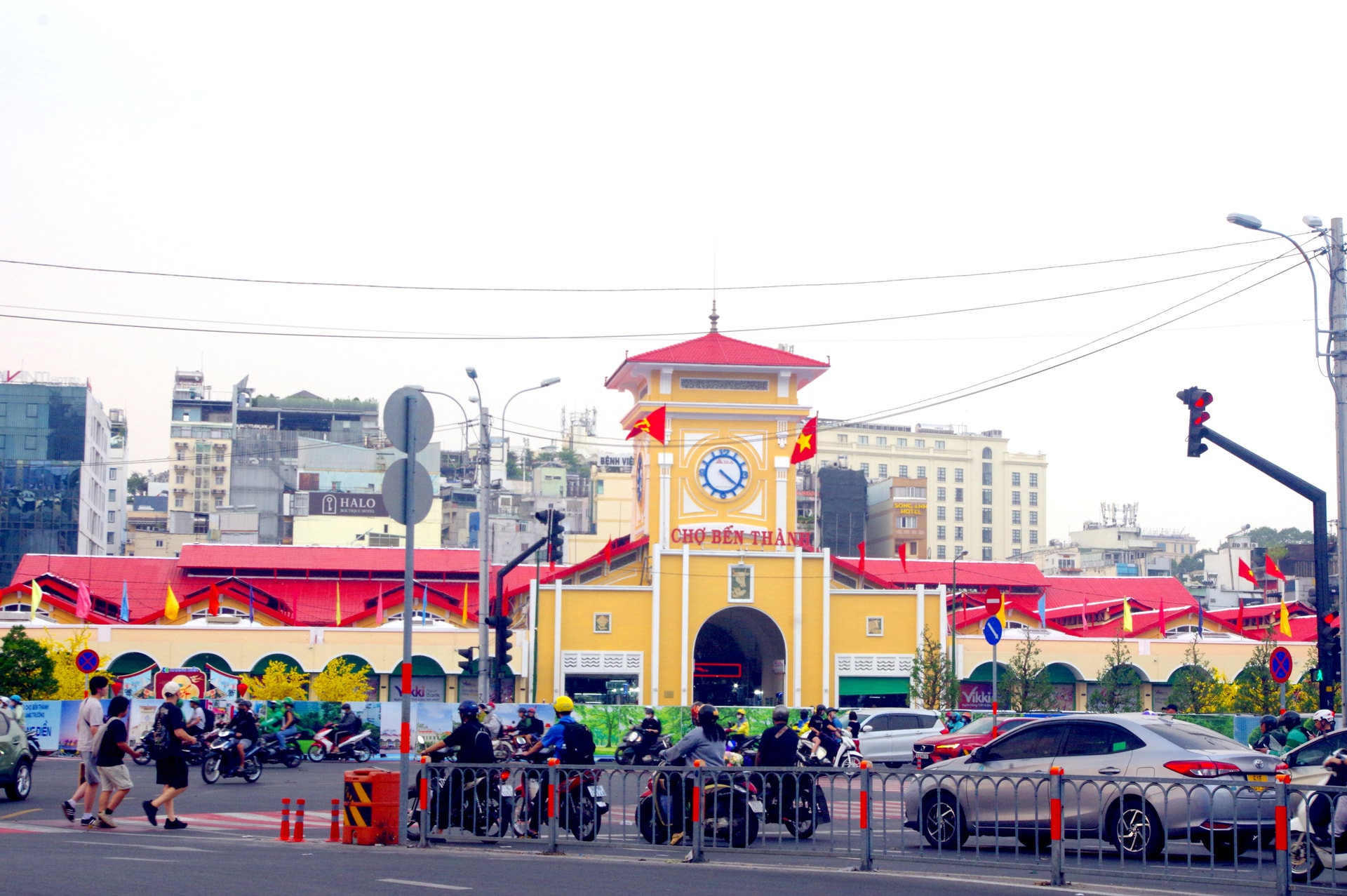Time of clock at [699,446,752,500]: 4:20
